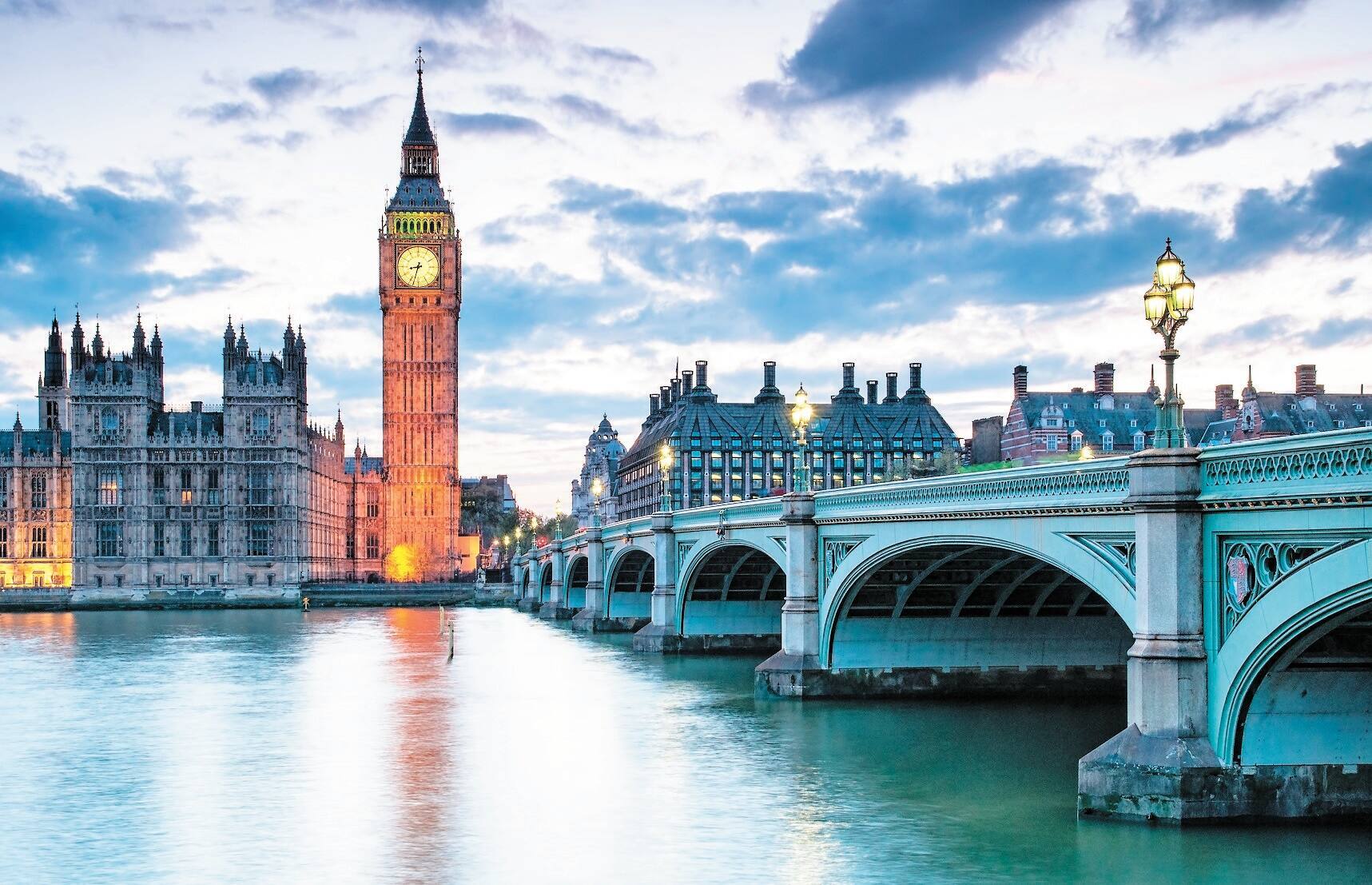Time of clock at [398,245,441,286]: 8:32
